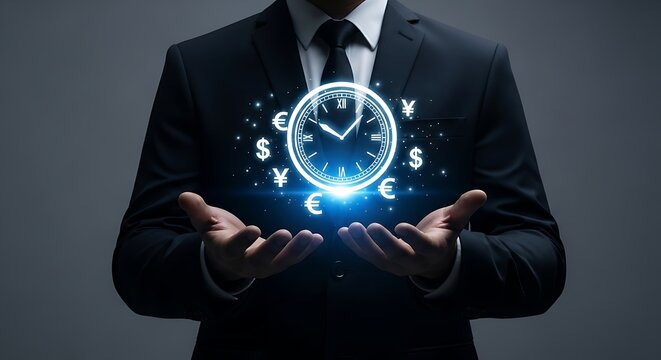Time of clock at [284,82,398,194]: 10:07
